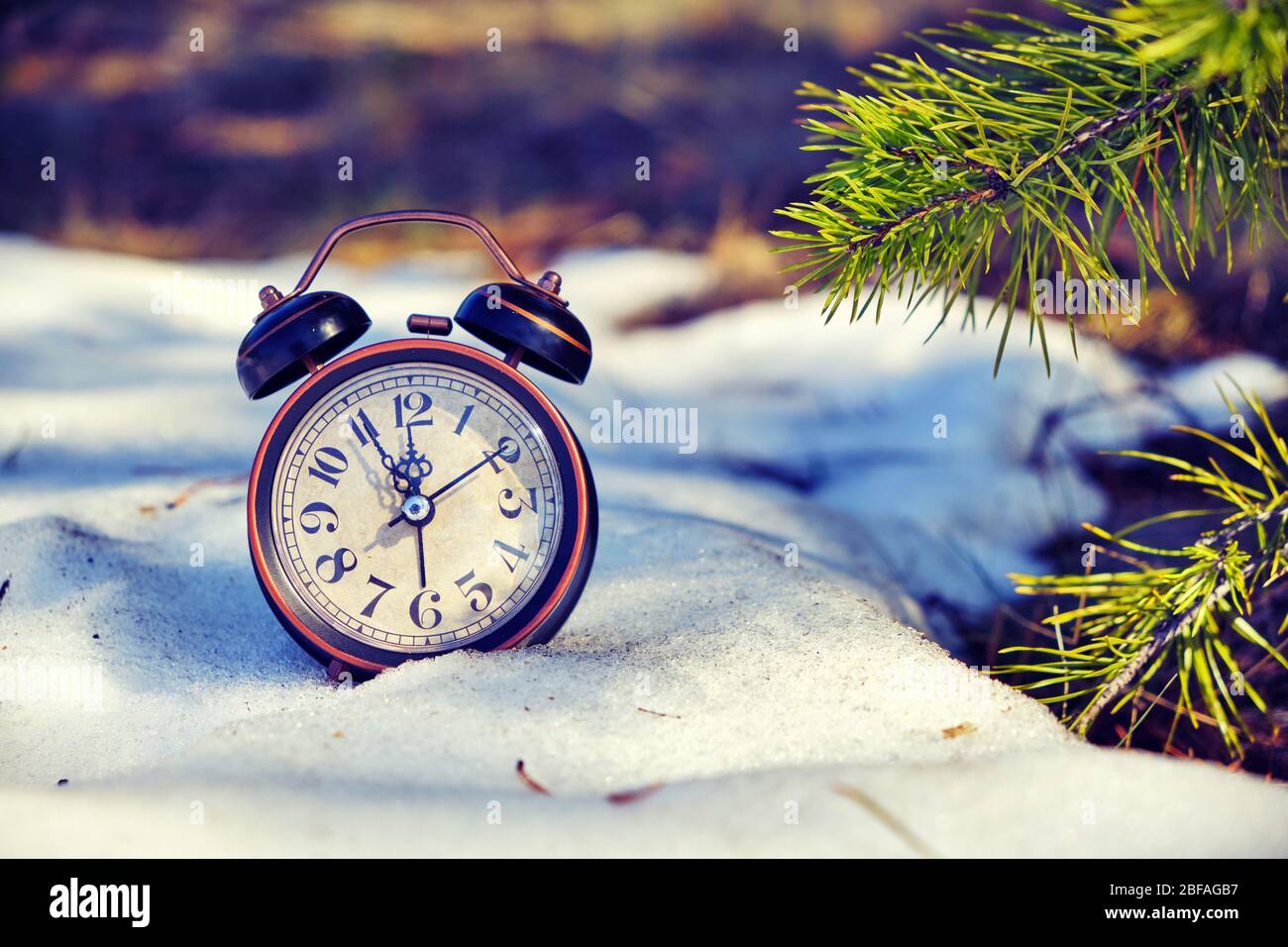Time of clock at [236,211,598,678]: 11:55
